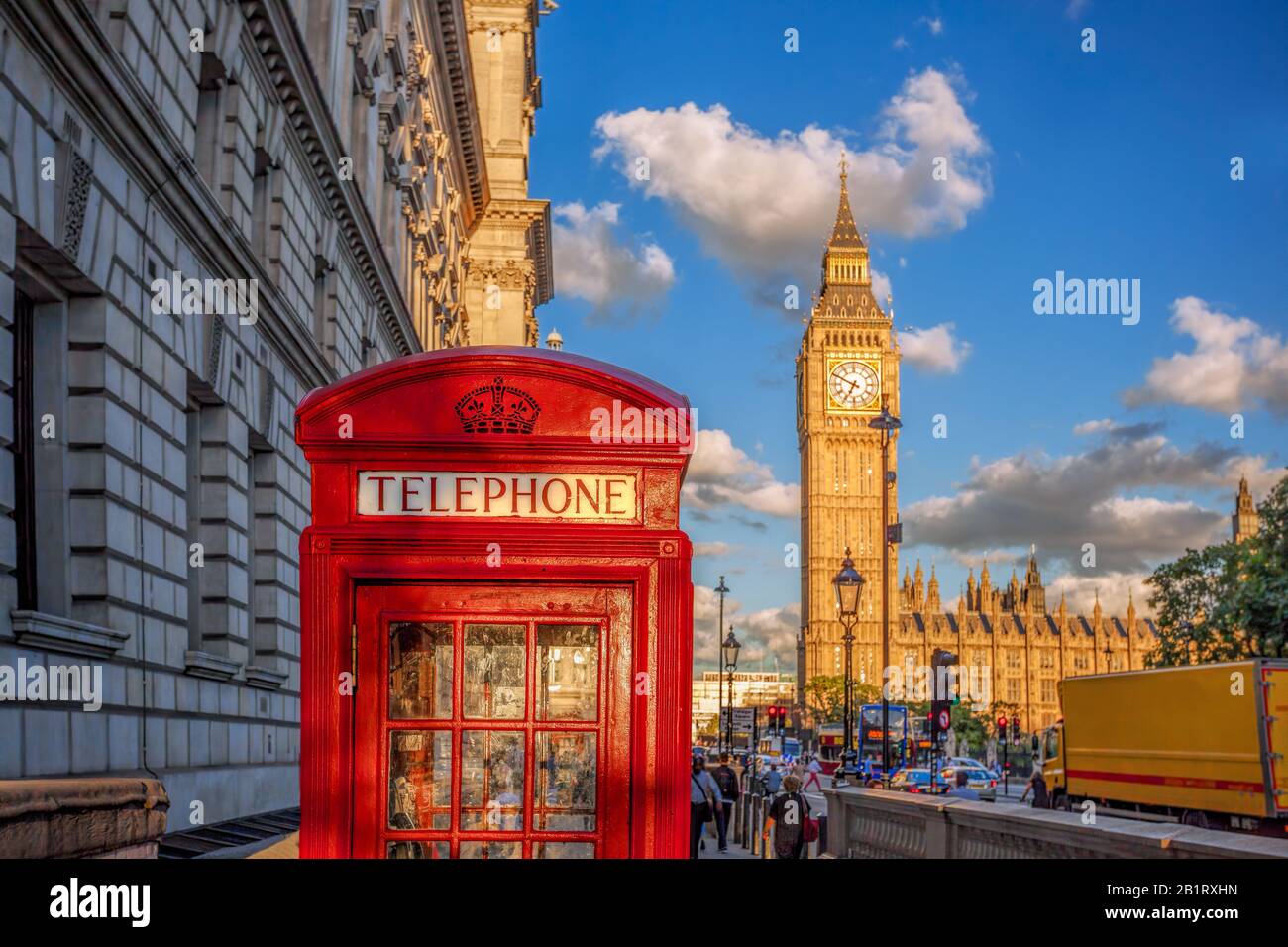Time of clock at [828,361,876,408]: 6:49
